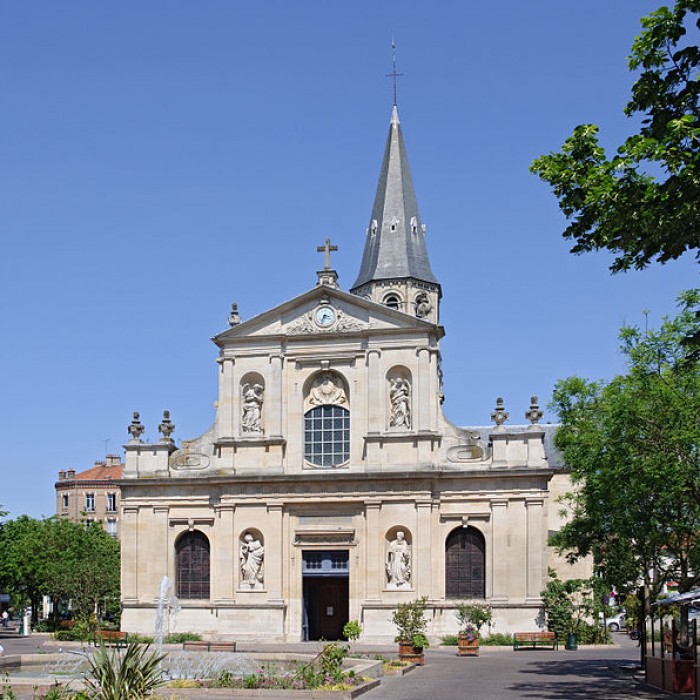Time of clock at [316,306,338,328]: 3:32
